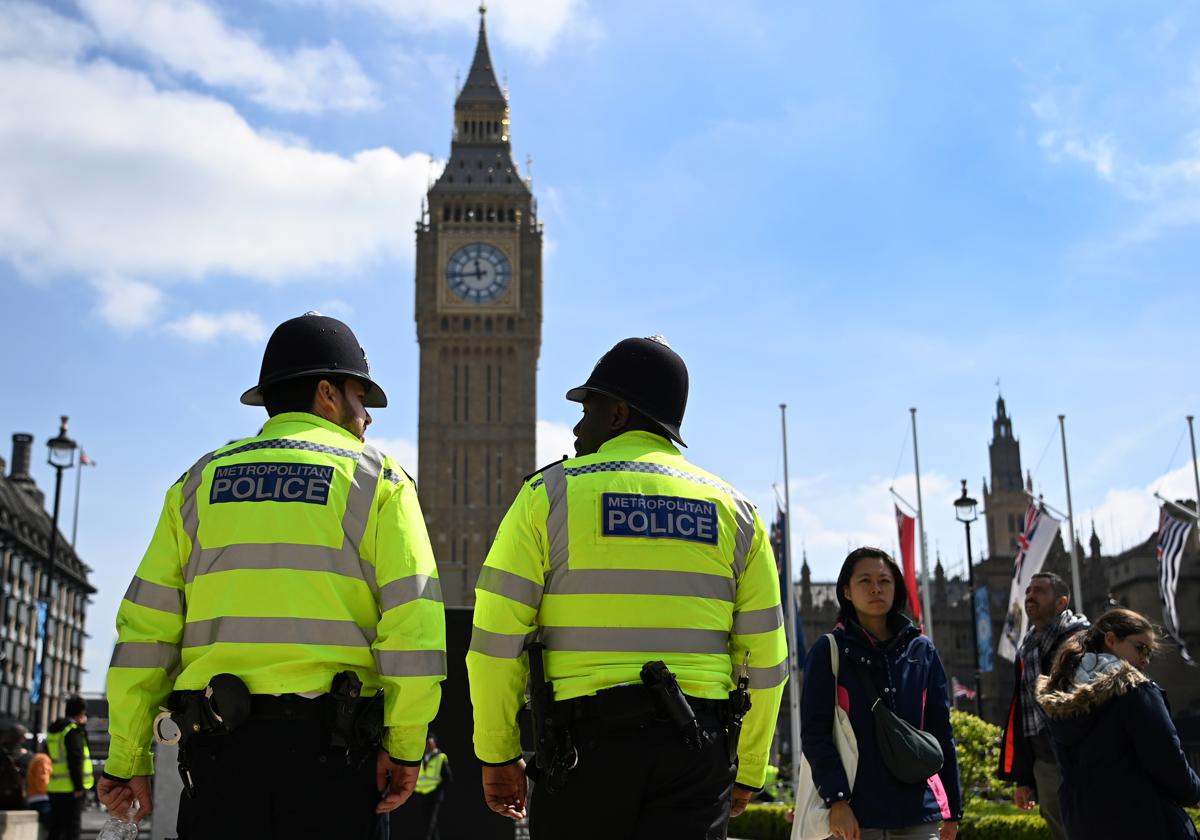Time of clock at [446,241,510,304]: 11:43
